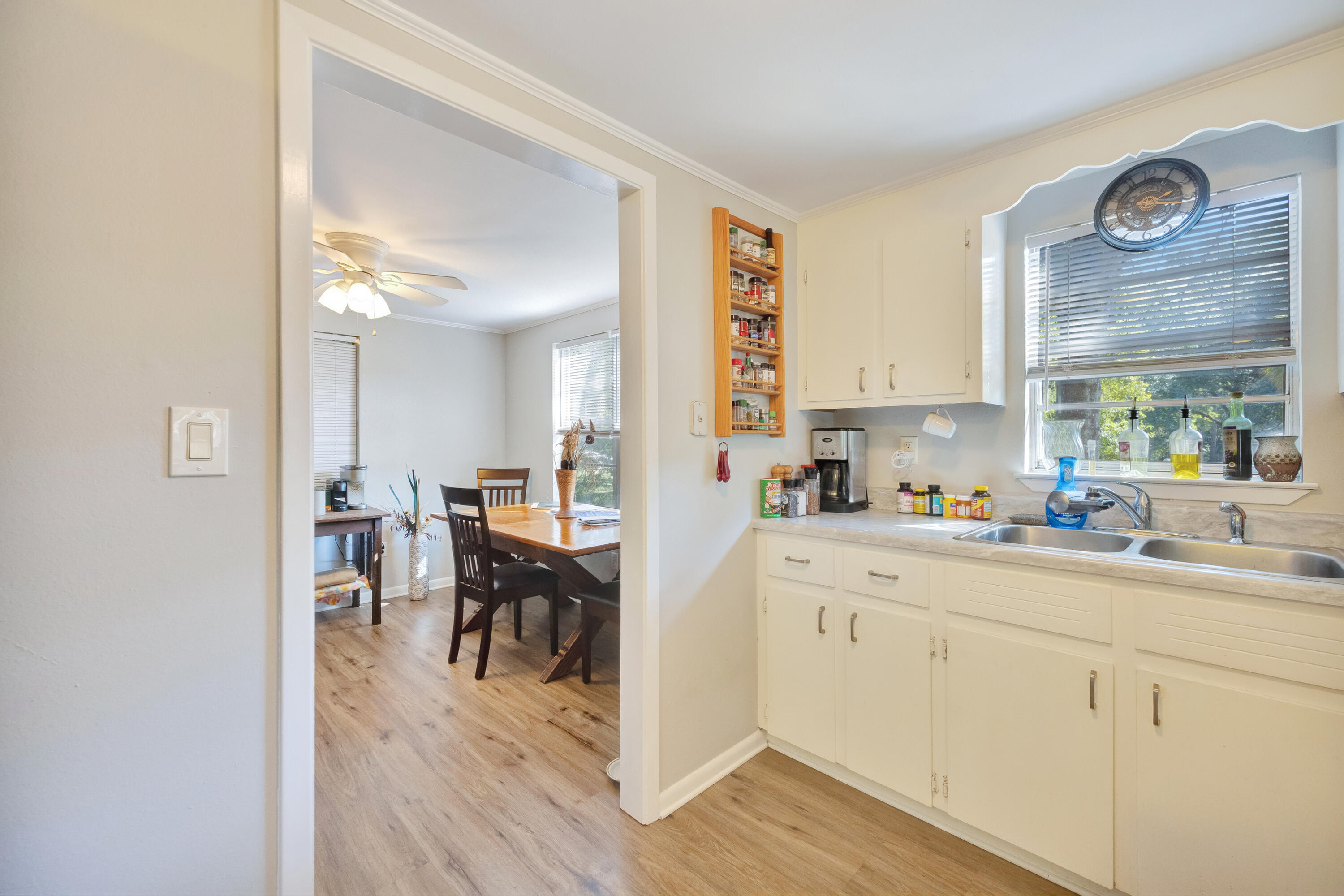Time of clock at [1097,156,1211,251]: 2:16
